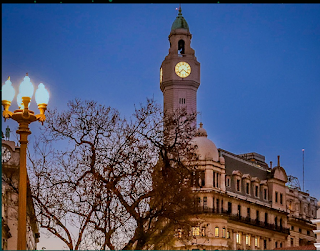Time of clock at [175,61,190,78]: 7:21
